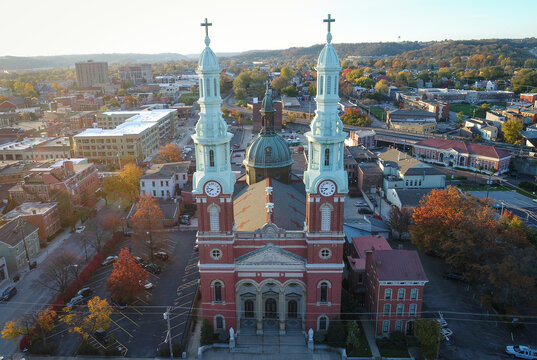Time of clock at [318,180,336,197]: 7:46
